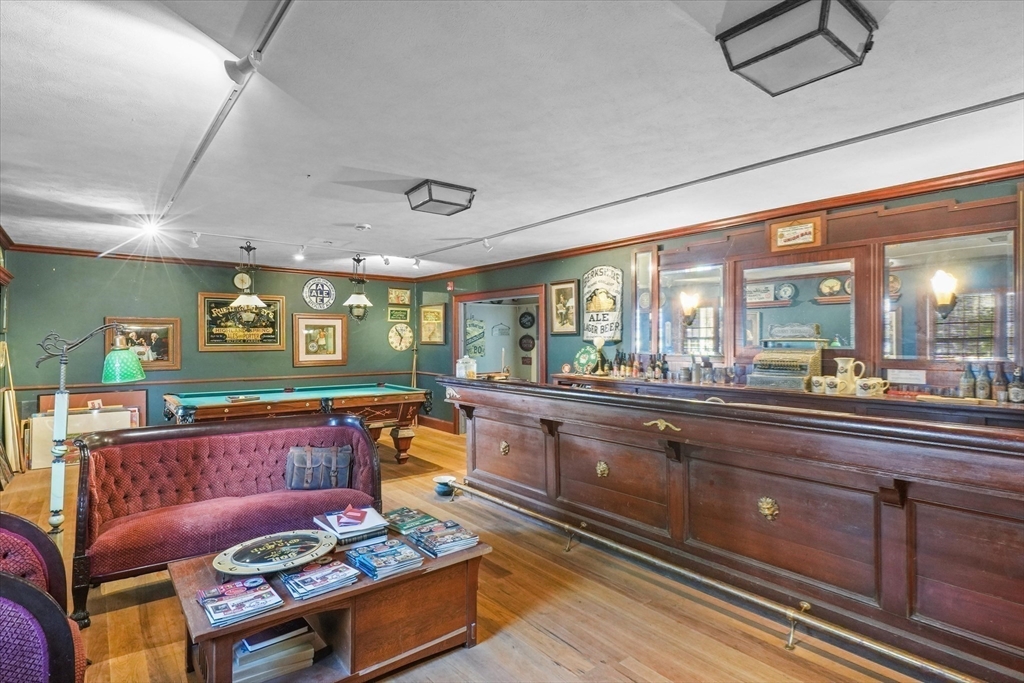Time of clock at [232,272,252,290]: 4:29
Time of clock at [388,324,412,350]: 10:32
